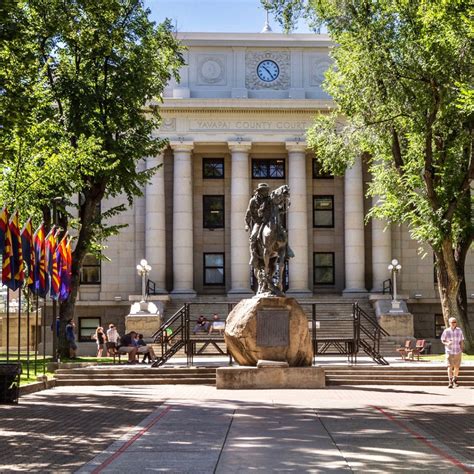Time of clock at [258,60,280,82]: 10:24
